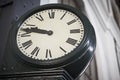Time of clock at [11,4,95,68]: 9:47
